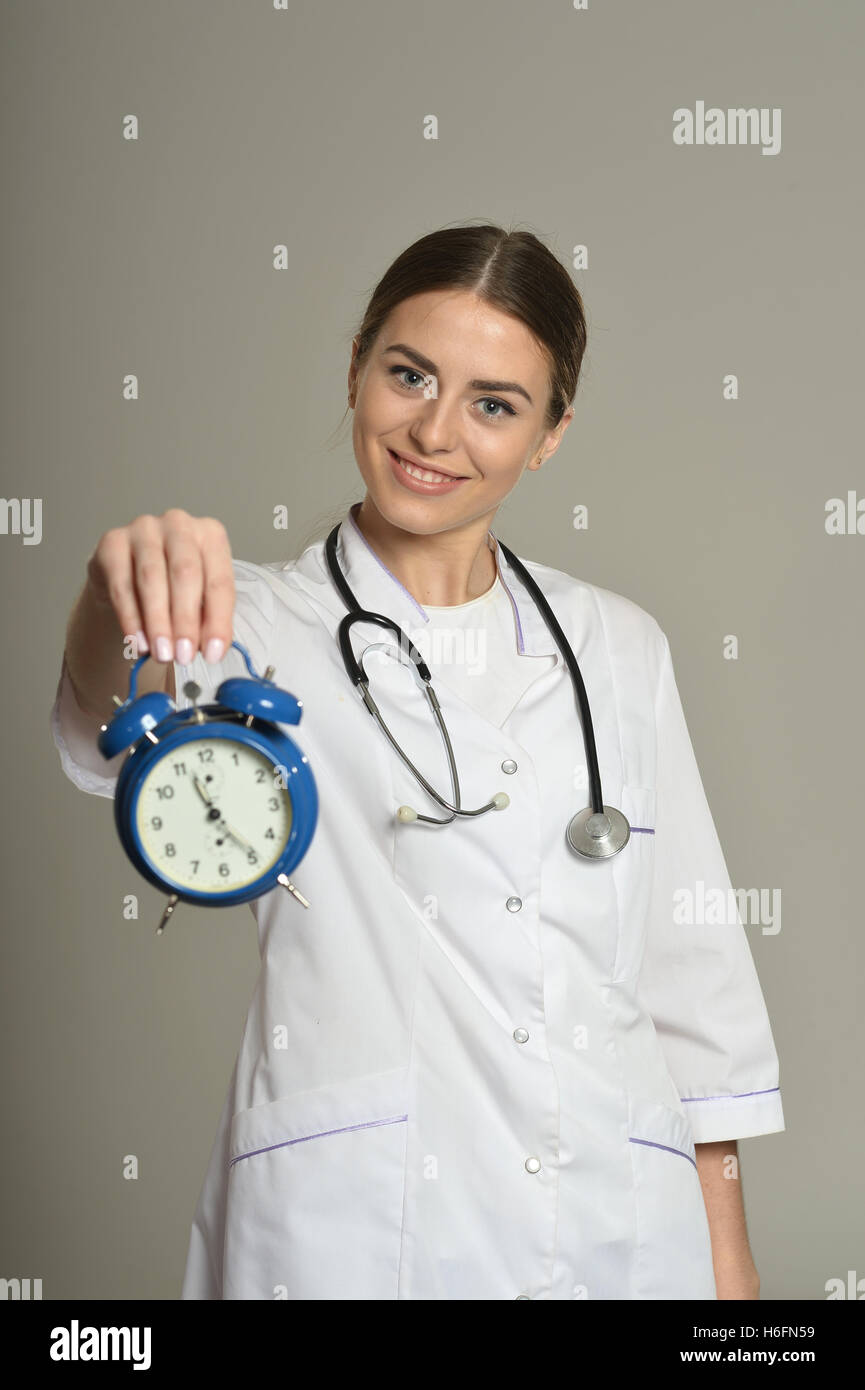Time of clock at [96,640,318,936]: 11:24
